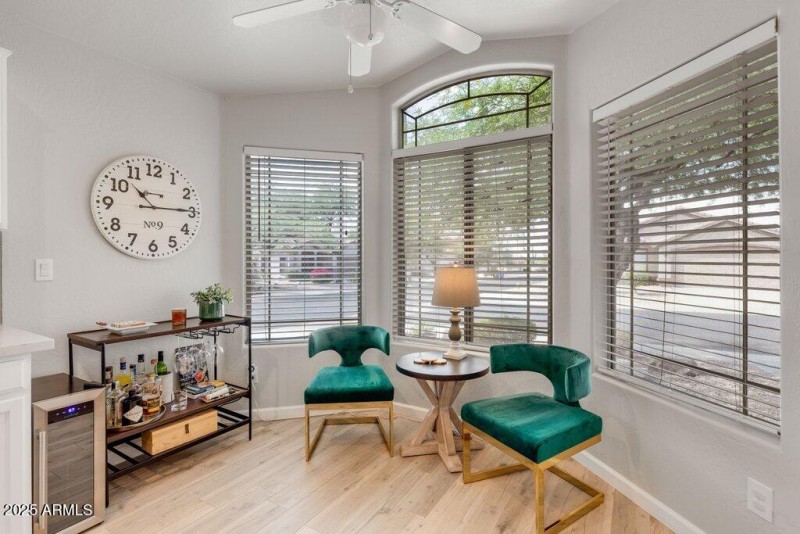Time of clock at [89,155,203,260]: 10:14
